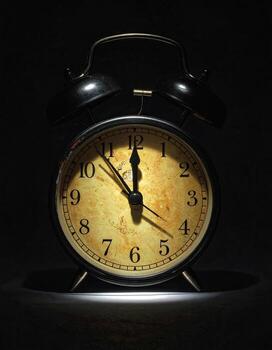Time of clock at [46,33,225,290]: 11:53
